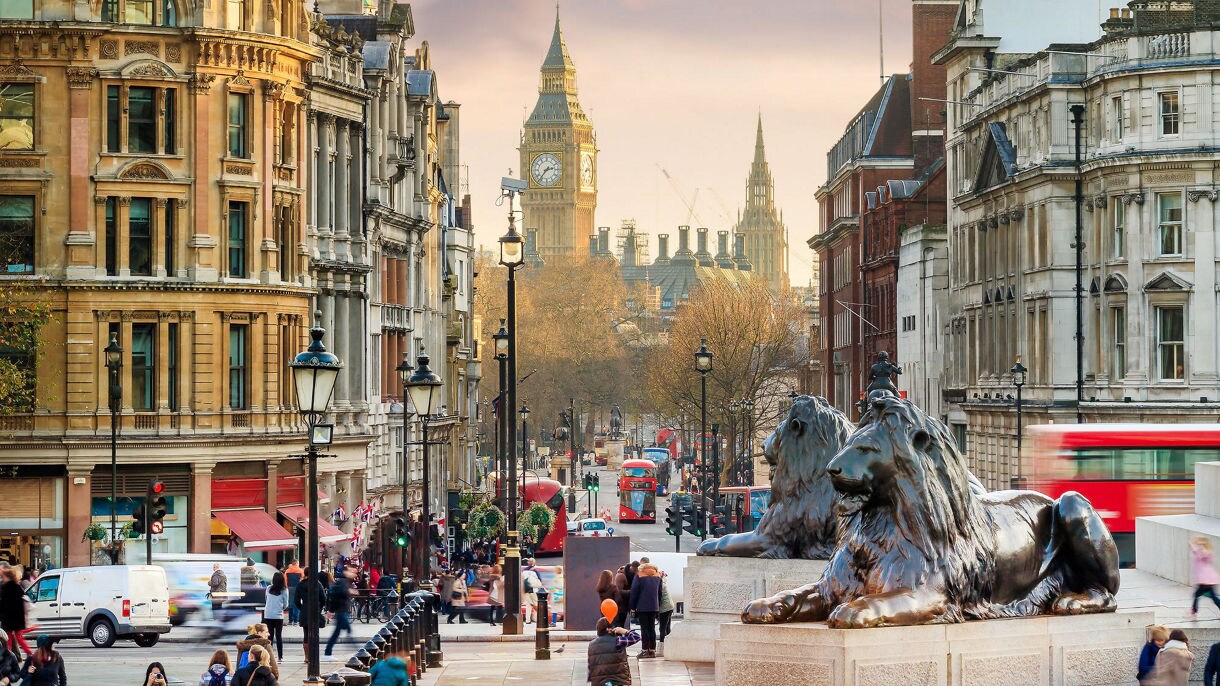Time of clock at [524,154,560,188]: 2:36
